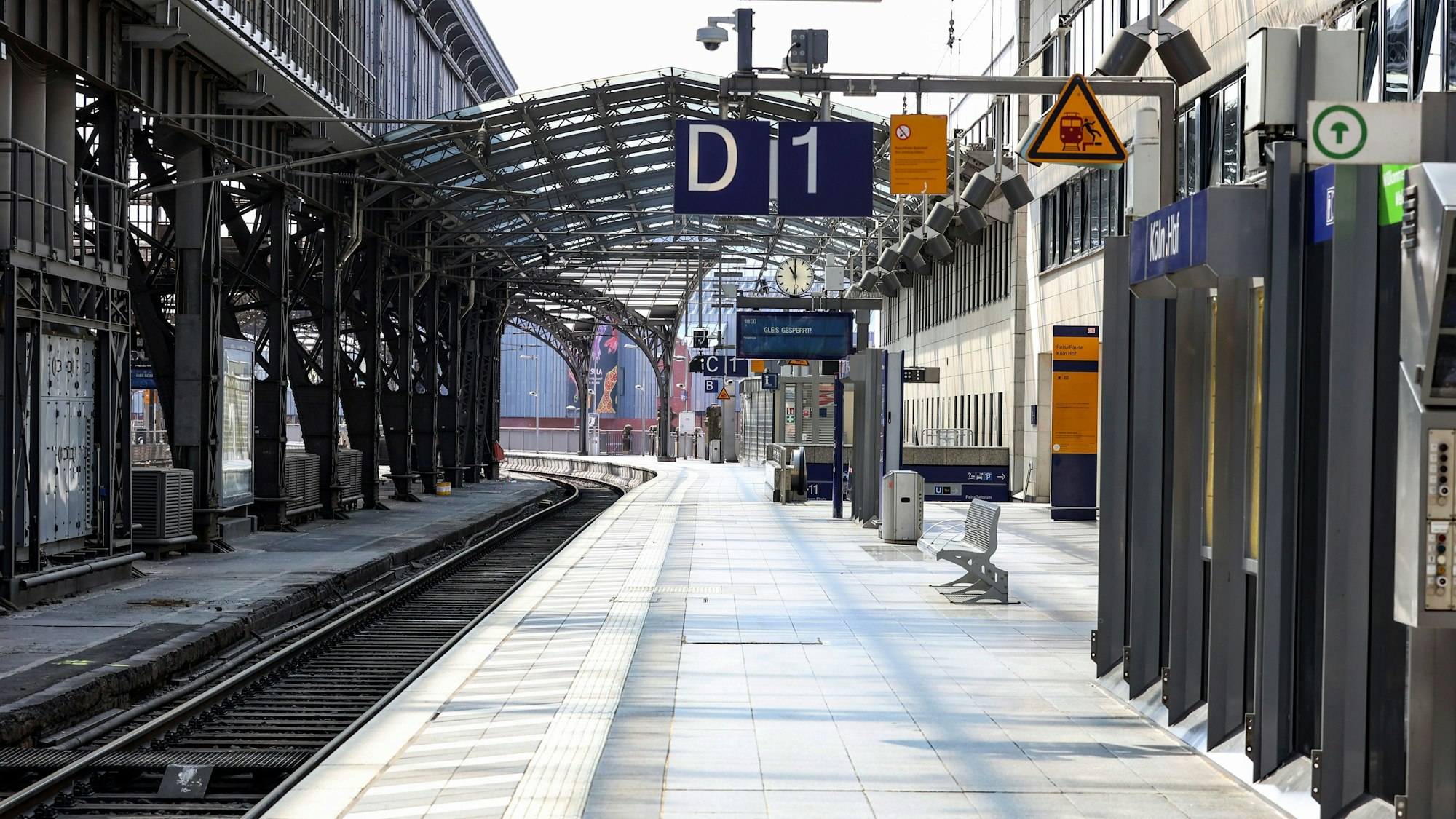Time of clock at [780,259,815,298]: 11:00
